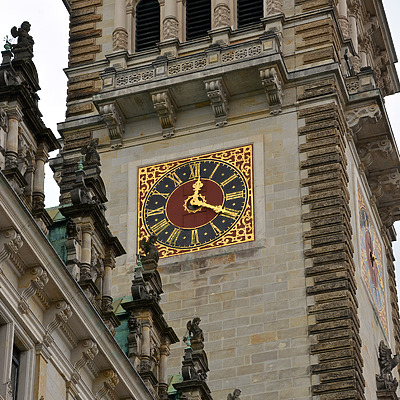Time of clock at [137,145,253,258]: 12:19
